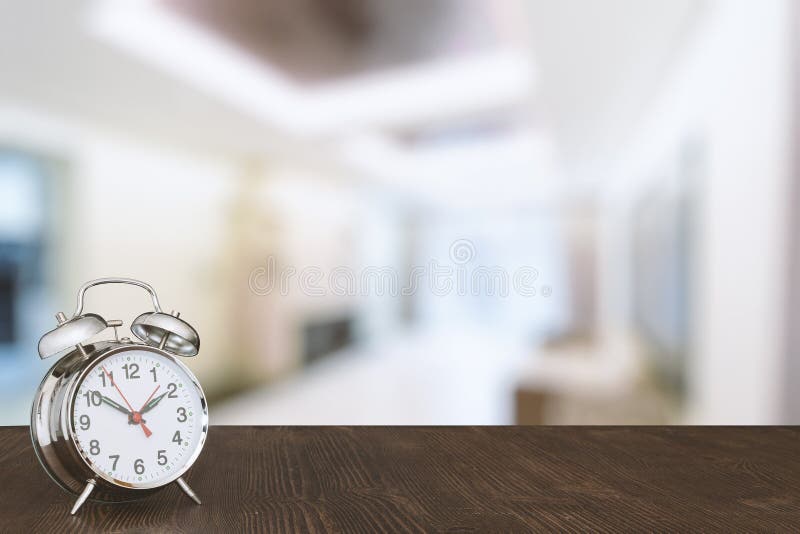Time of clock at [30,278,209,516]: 1:50
